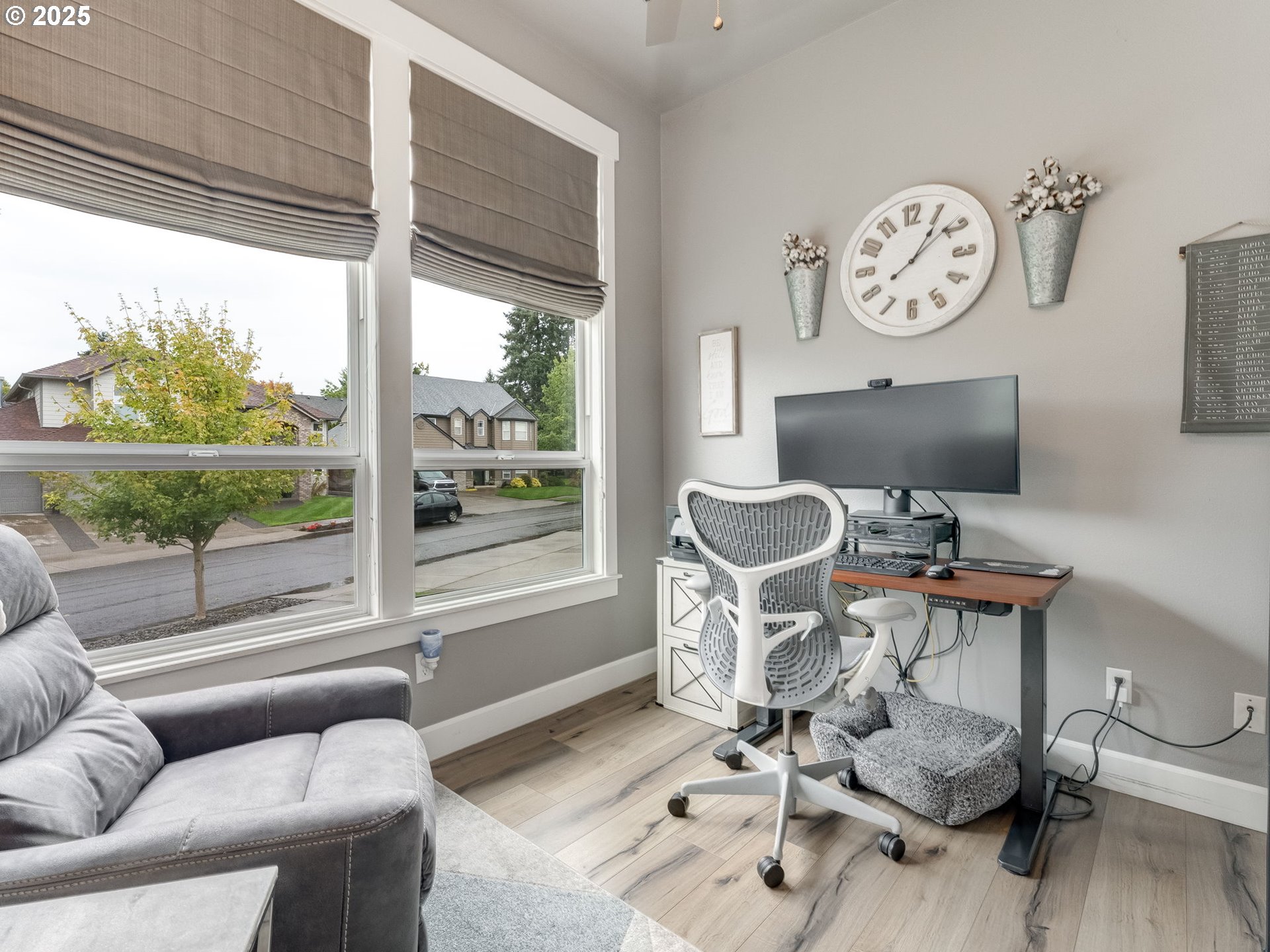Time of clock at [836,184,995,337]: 1:09
